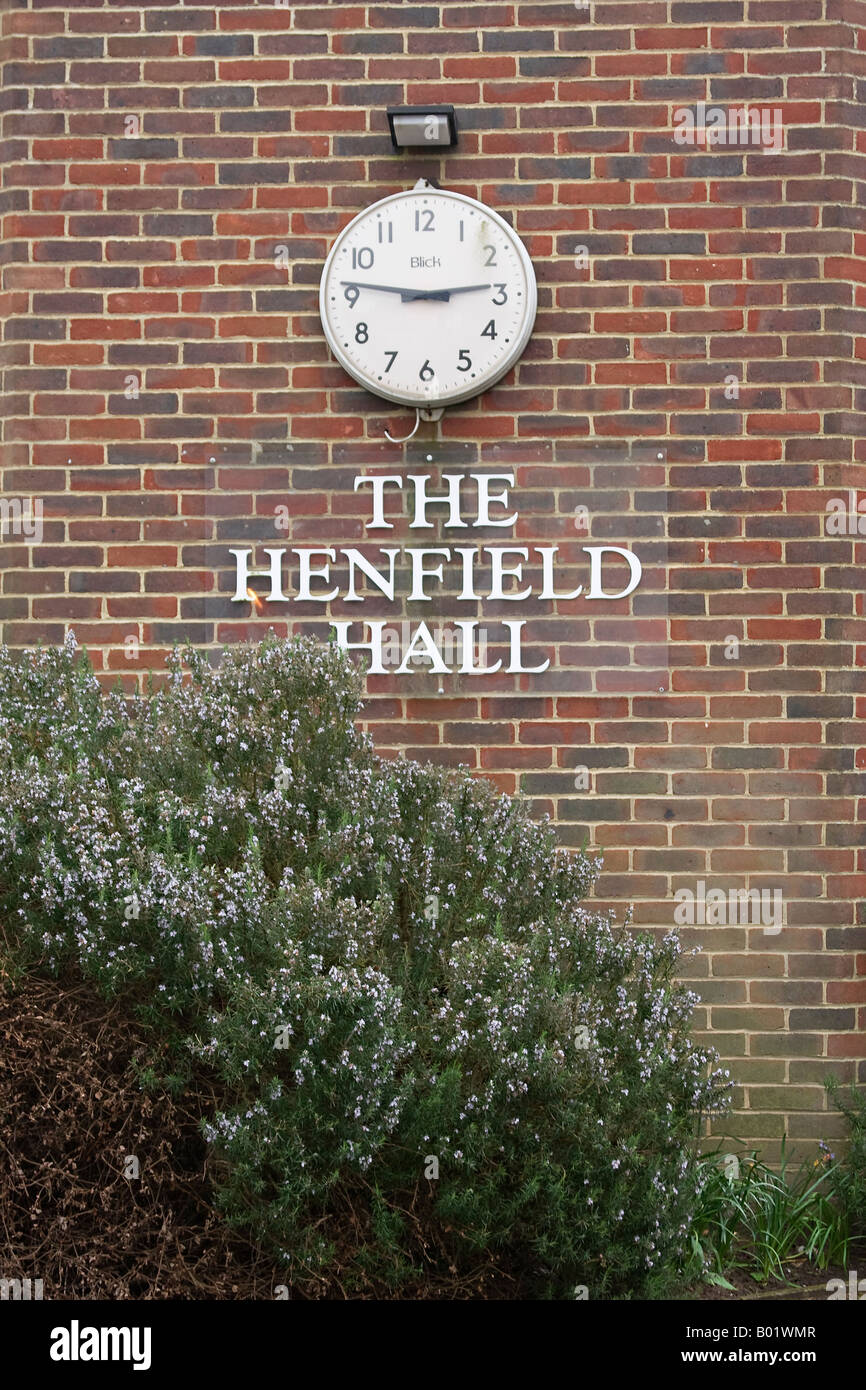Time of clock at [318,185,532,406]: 2:46
